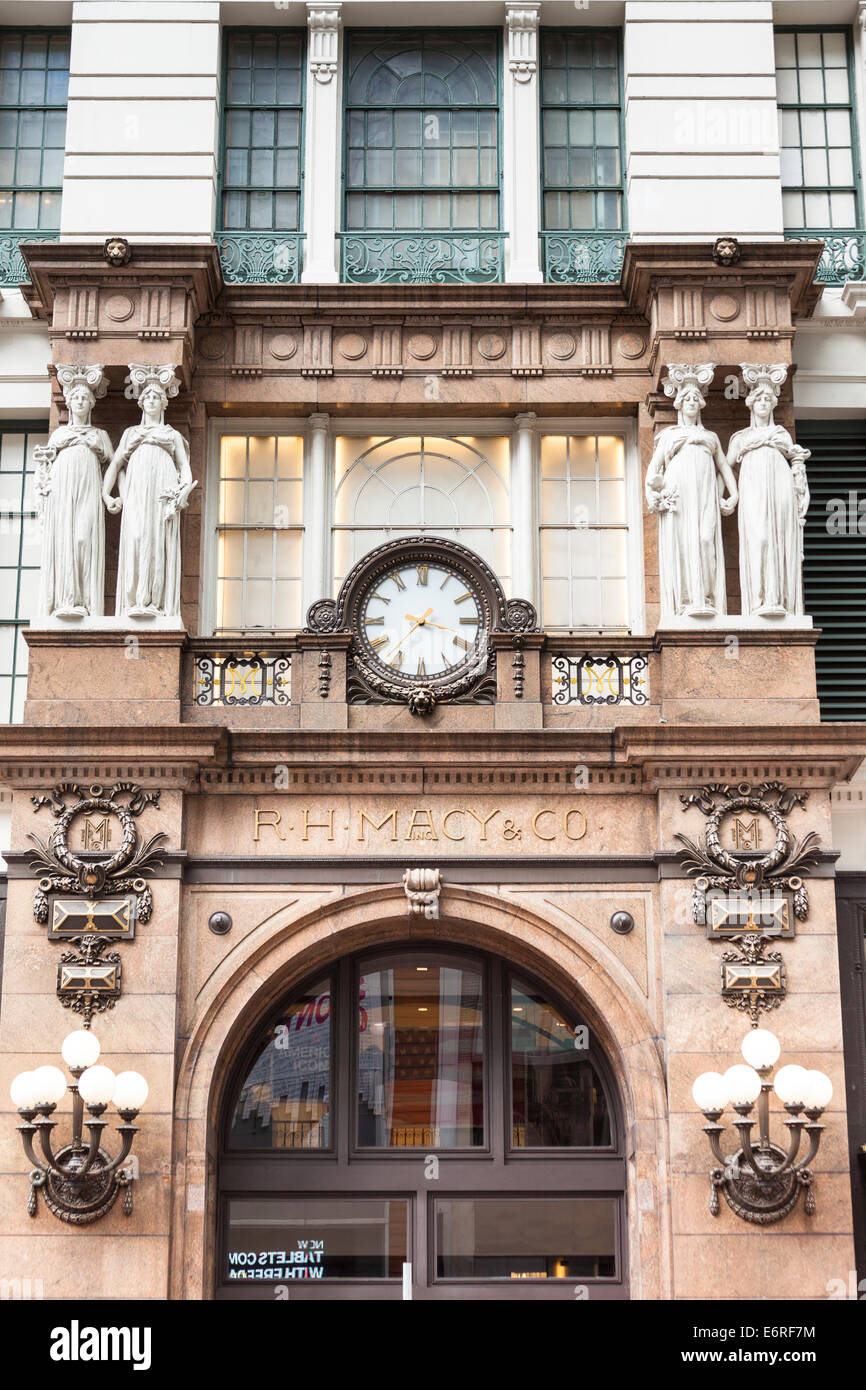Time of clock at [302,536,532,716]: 3:36
